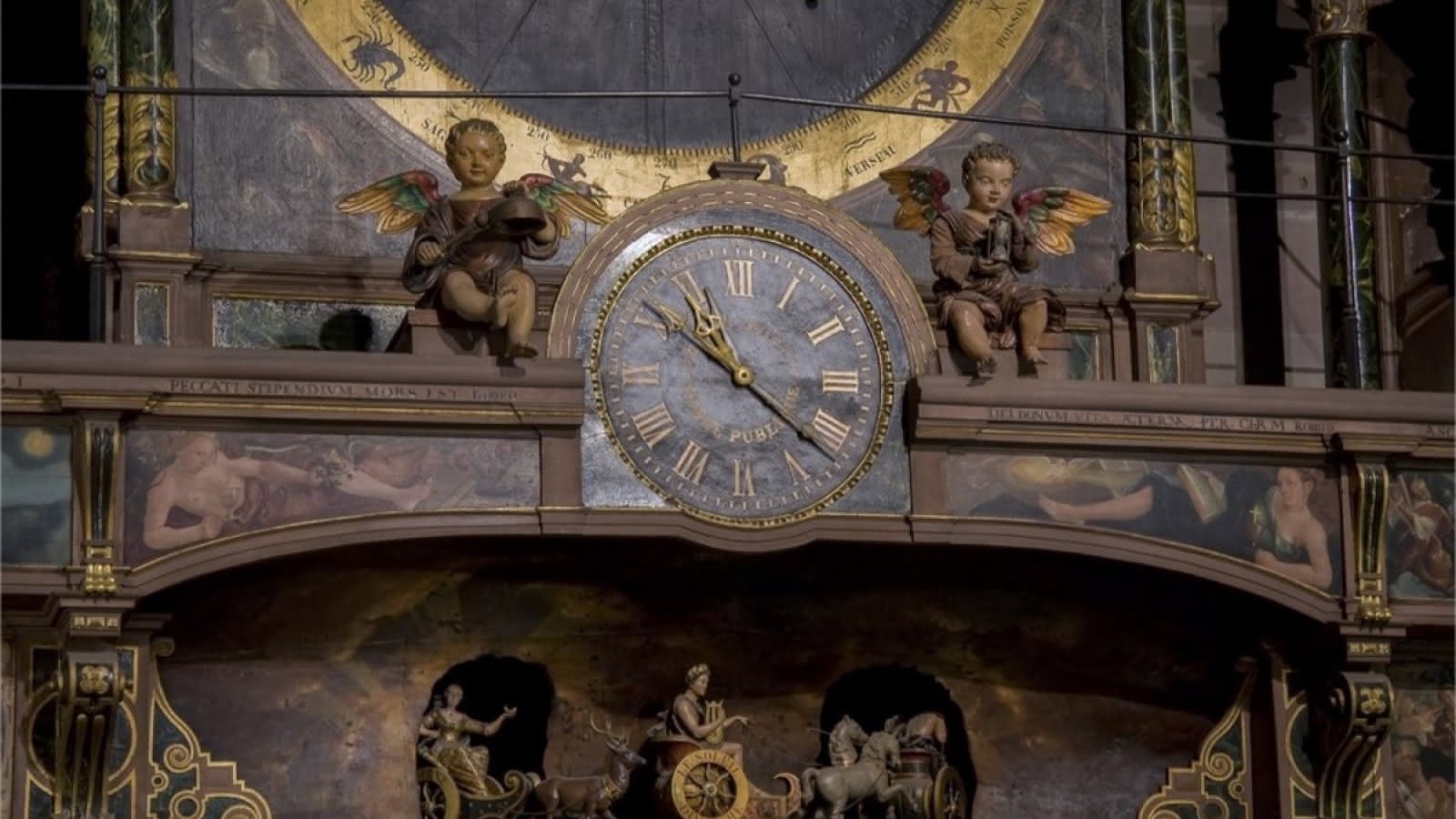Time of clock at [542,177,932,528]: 10:21
